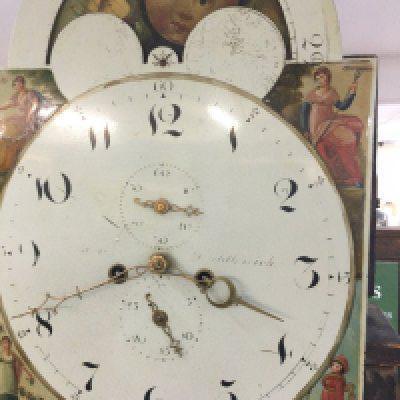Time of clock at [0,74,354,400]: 3:40
